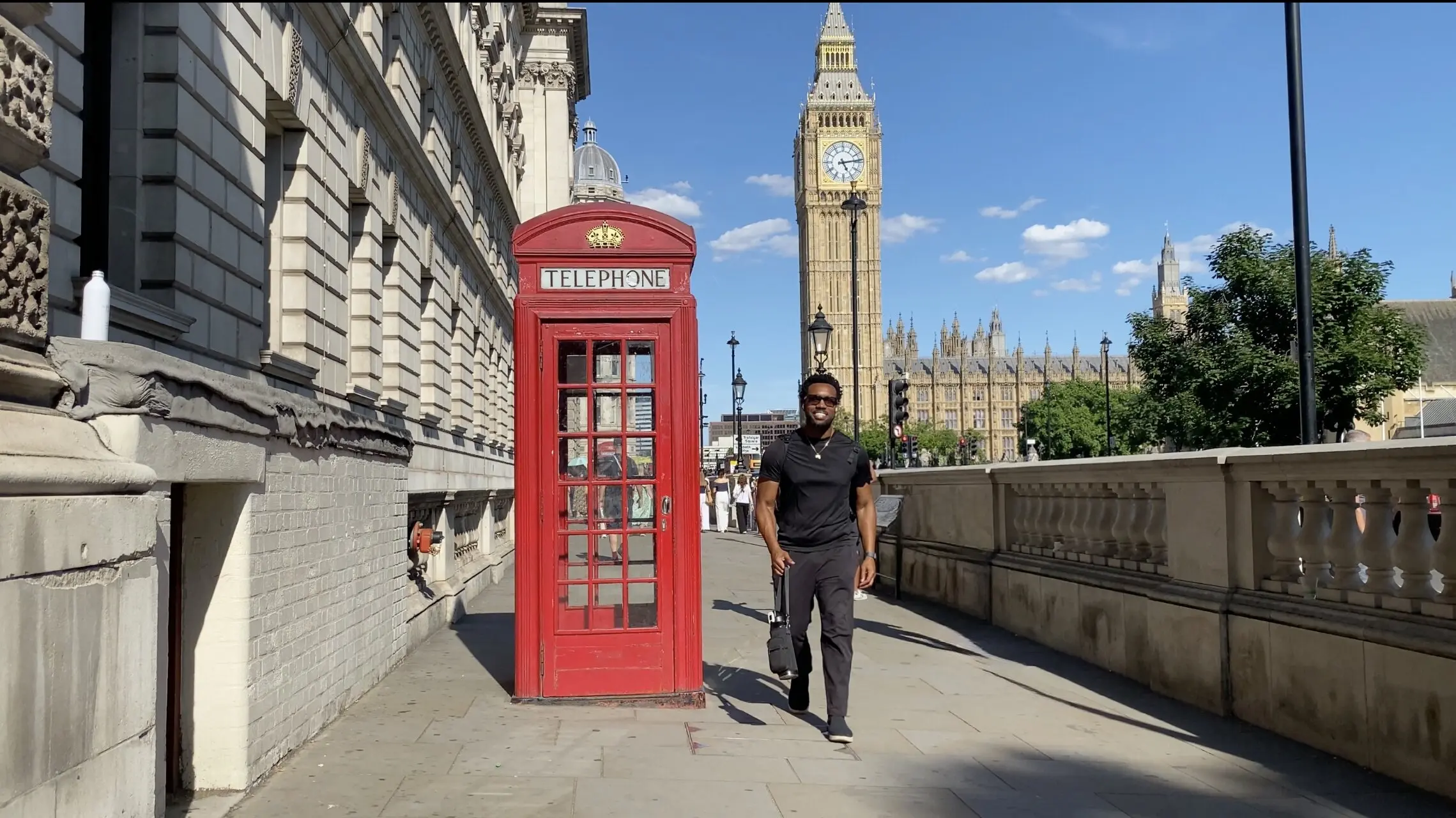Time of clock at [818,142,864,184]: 5:13
